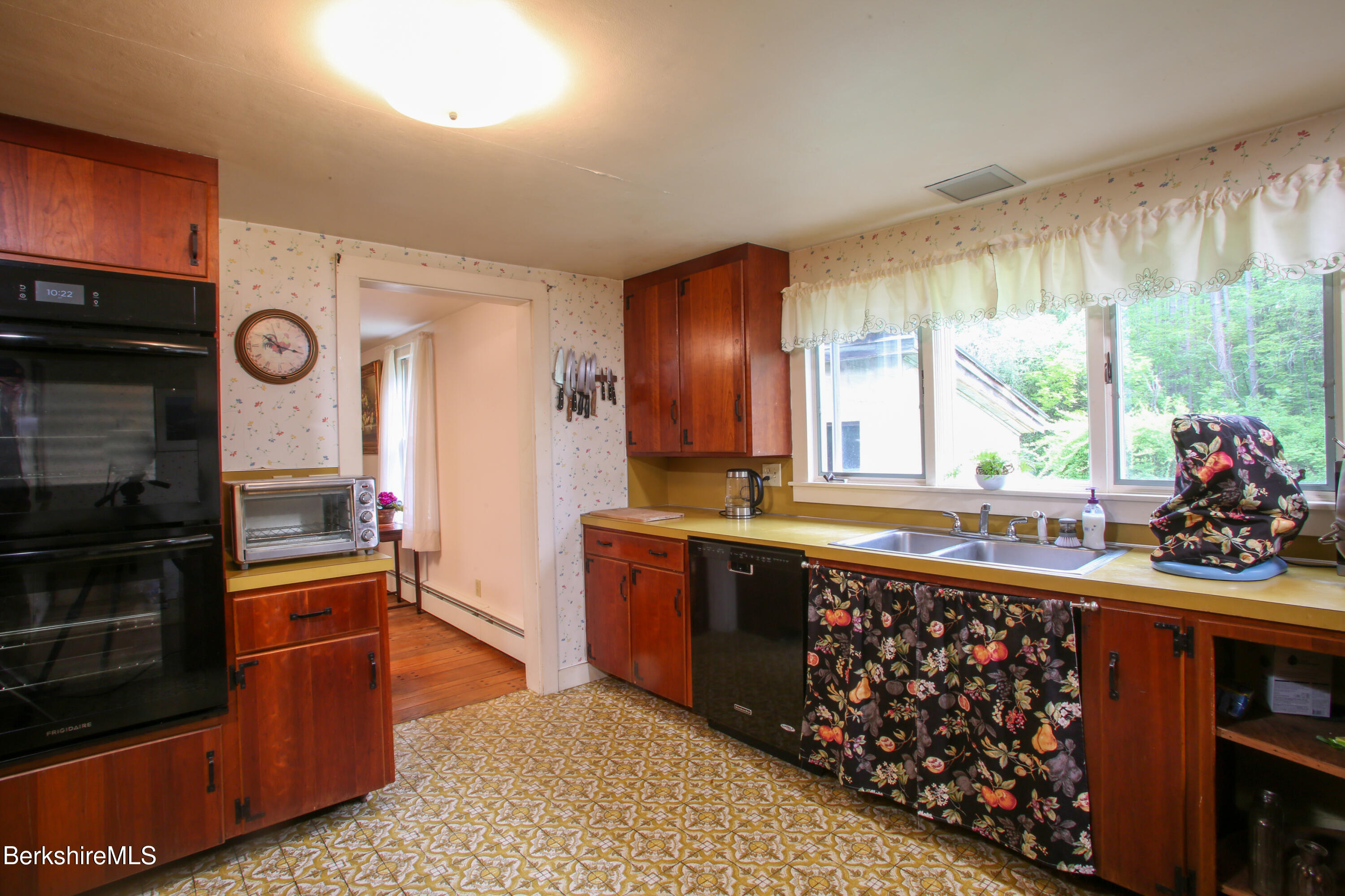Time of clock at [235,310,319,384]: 10:17
